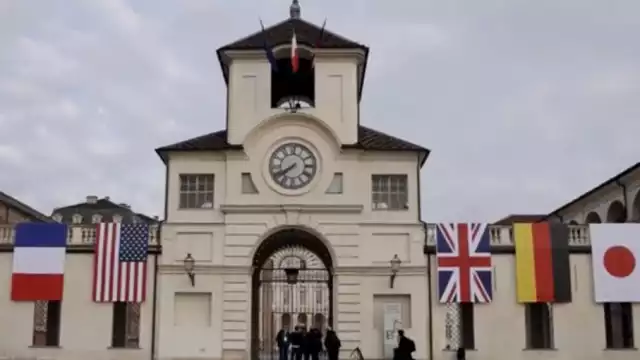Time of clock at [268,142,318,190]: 7:39
